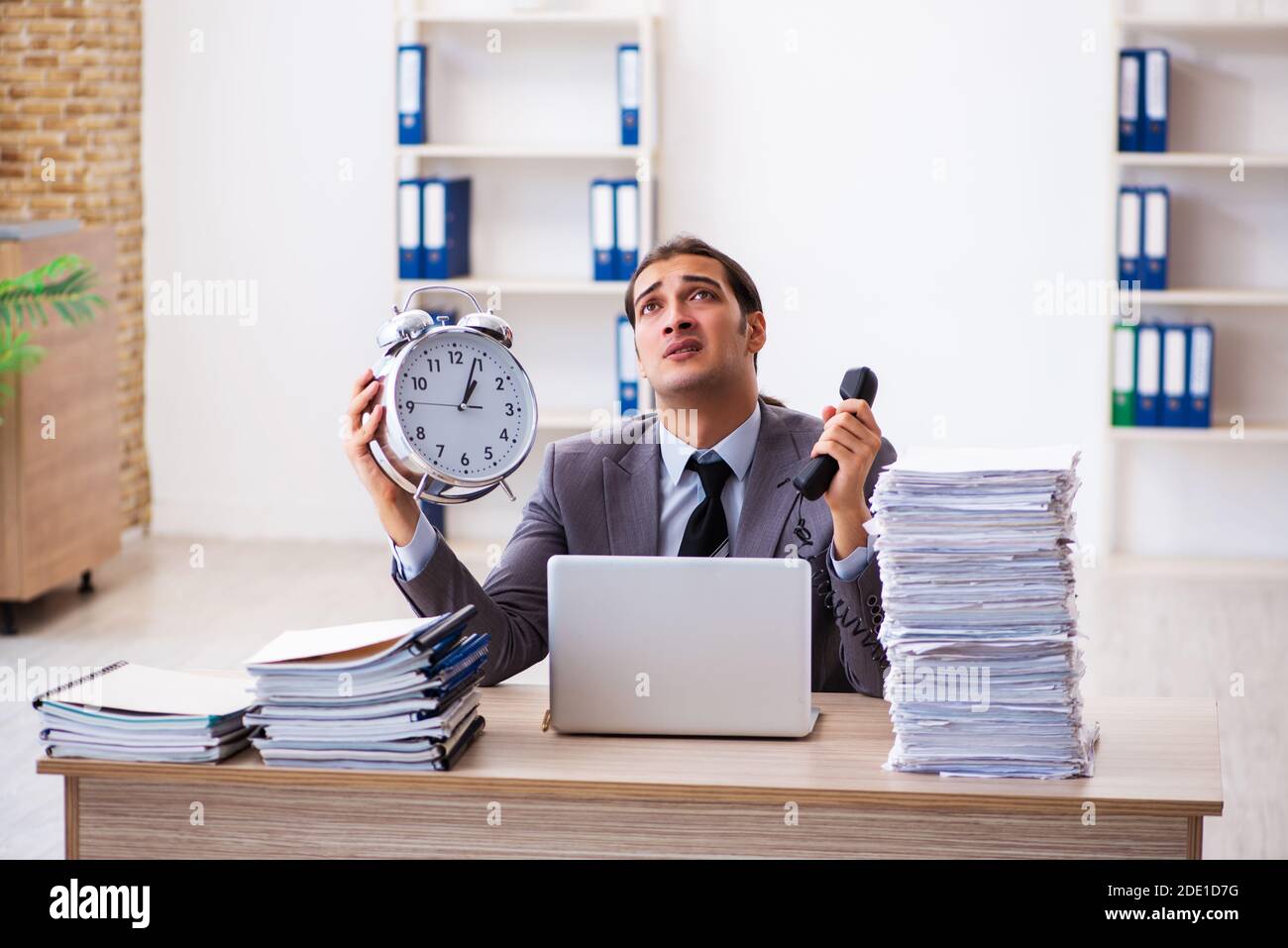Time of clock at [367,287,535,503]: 1:03
